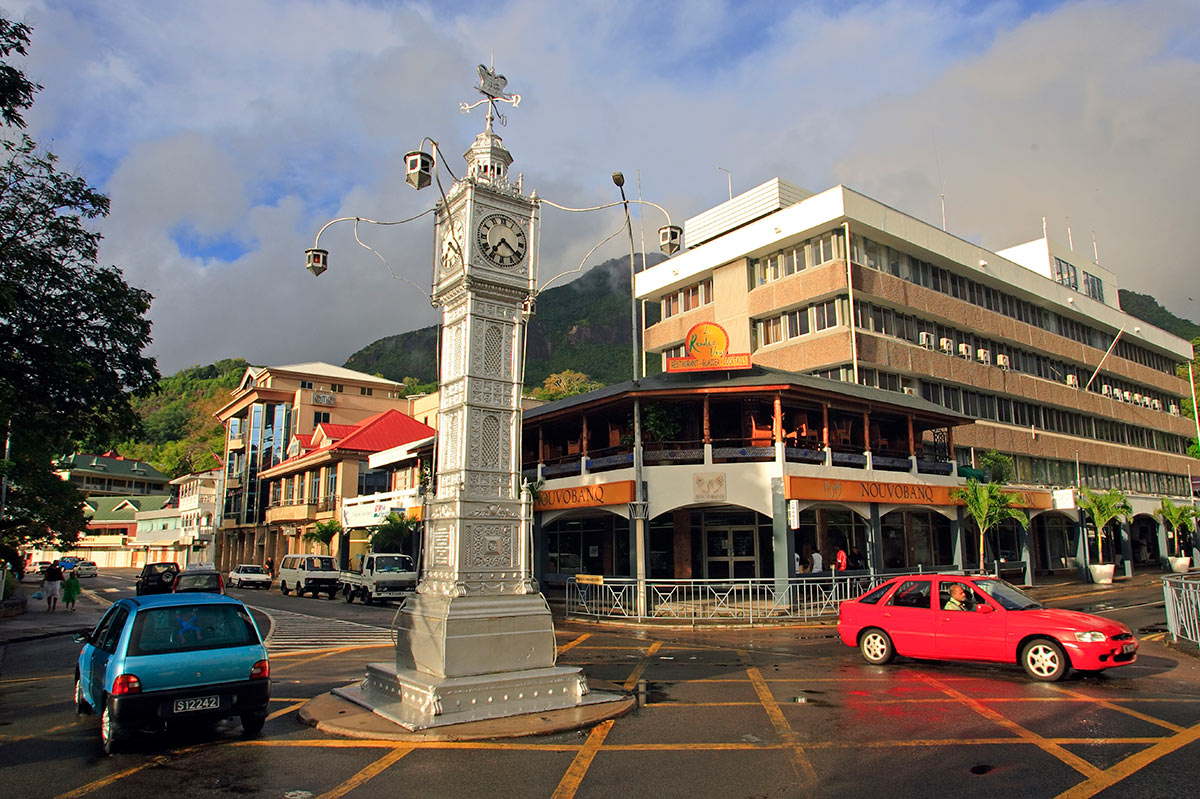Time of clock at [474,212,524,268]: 7:20
